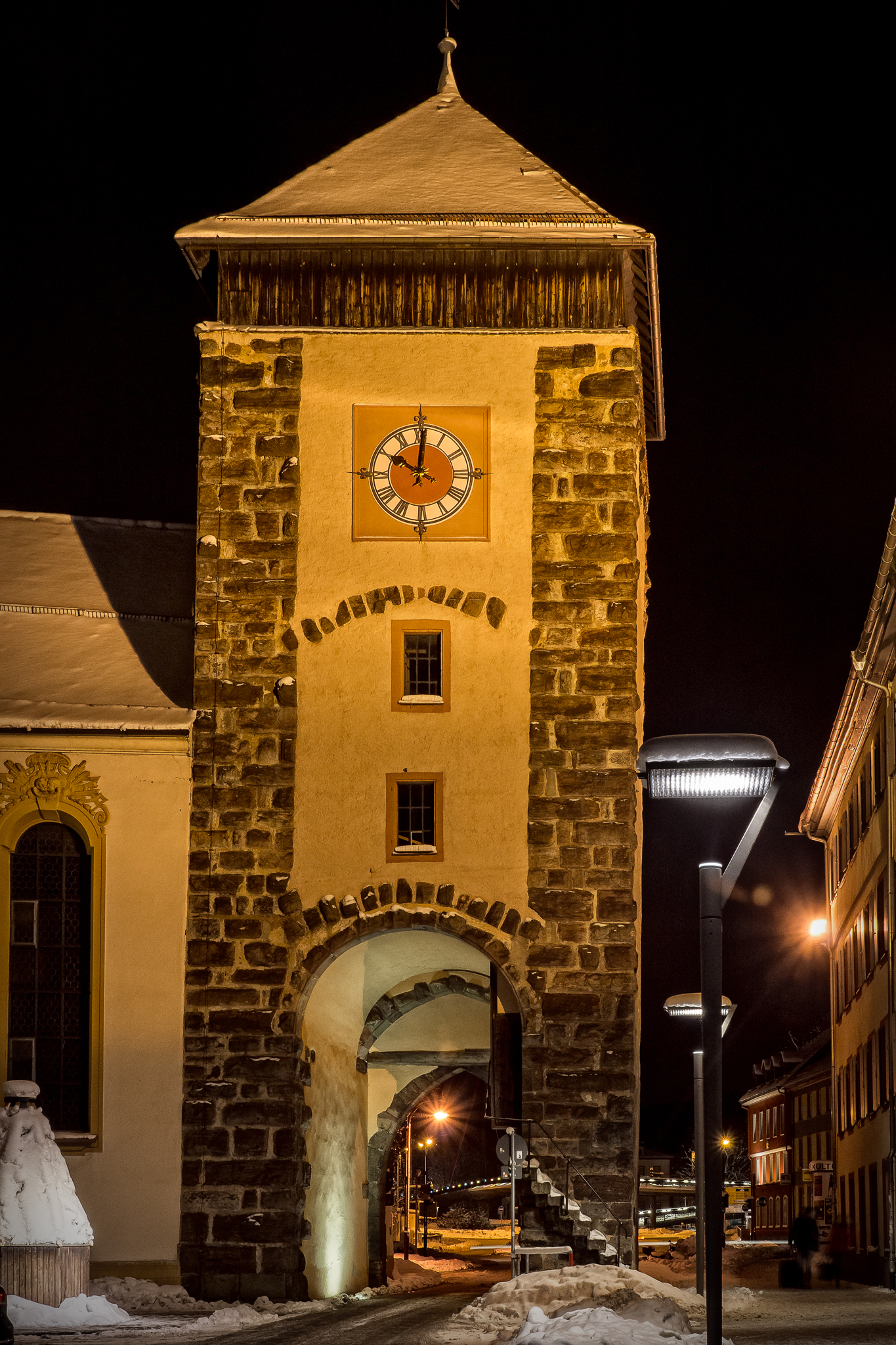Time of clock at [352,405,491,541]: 10:00
